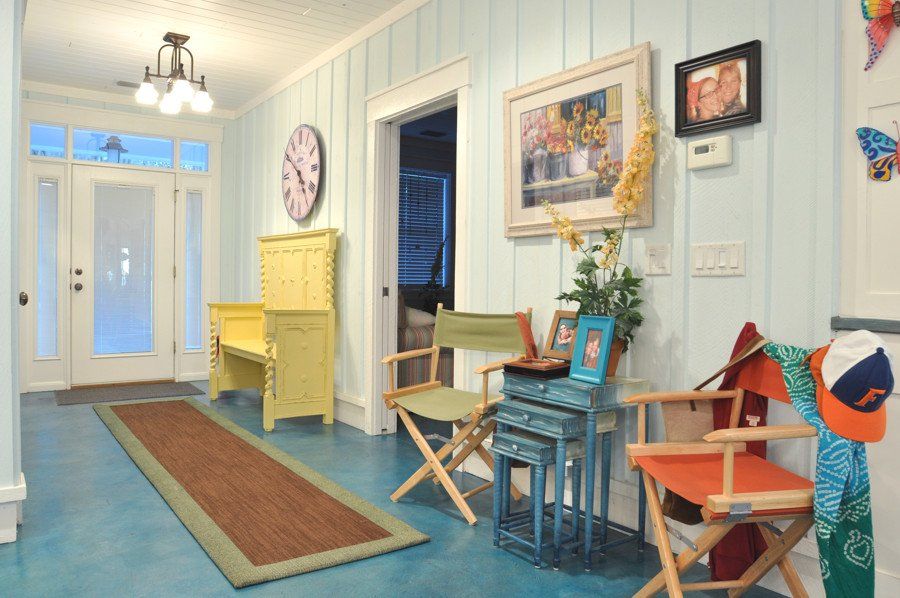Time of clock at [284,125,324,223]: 4:50
